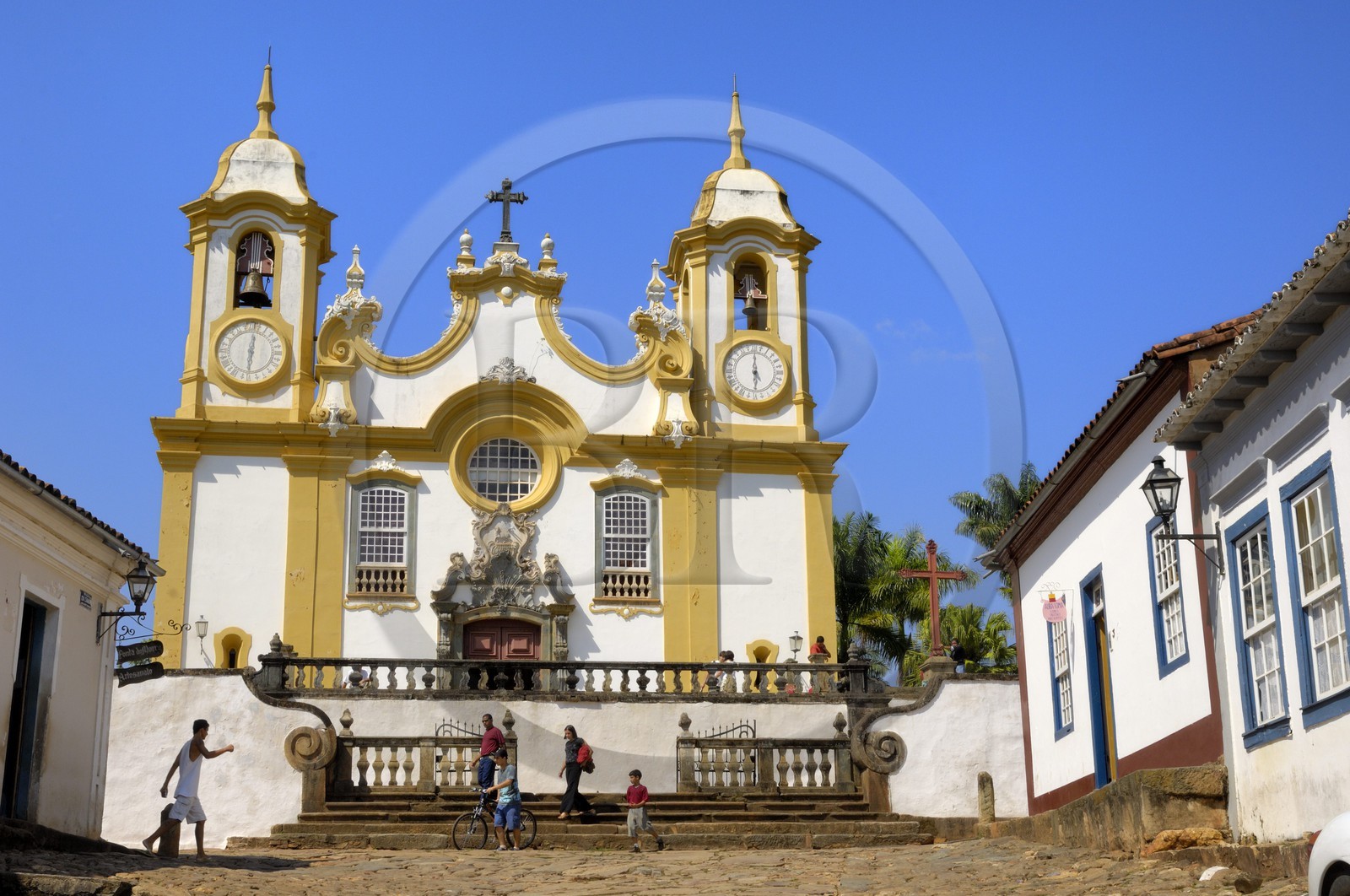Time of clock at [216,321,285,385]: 6:01
